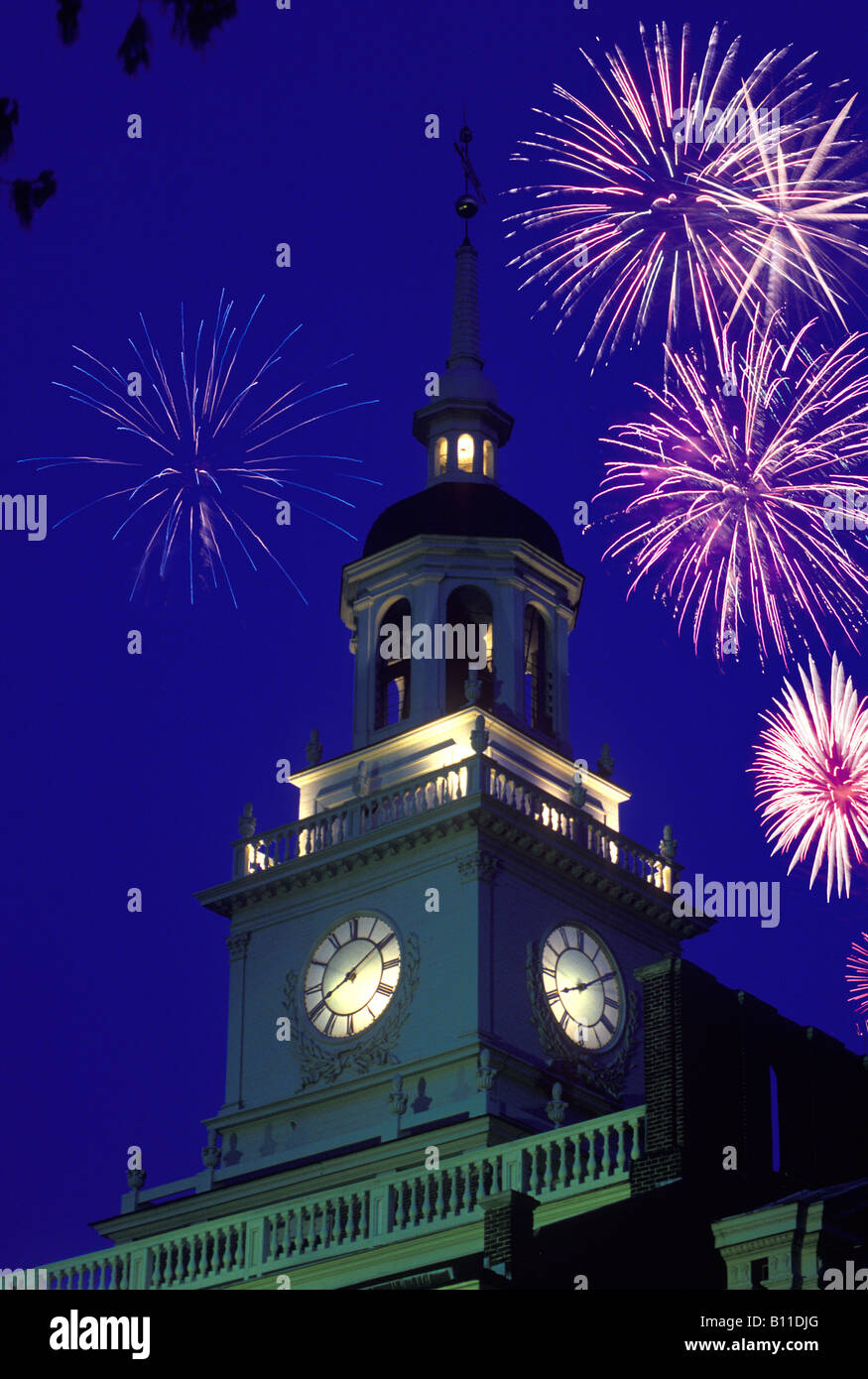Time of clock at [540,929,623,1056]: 8:09
